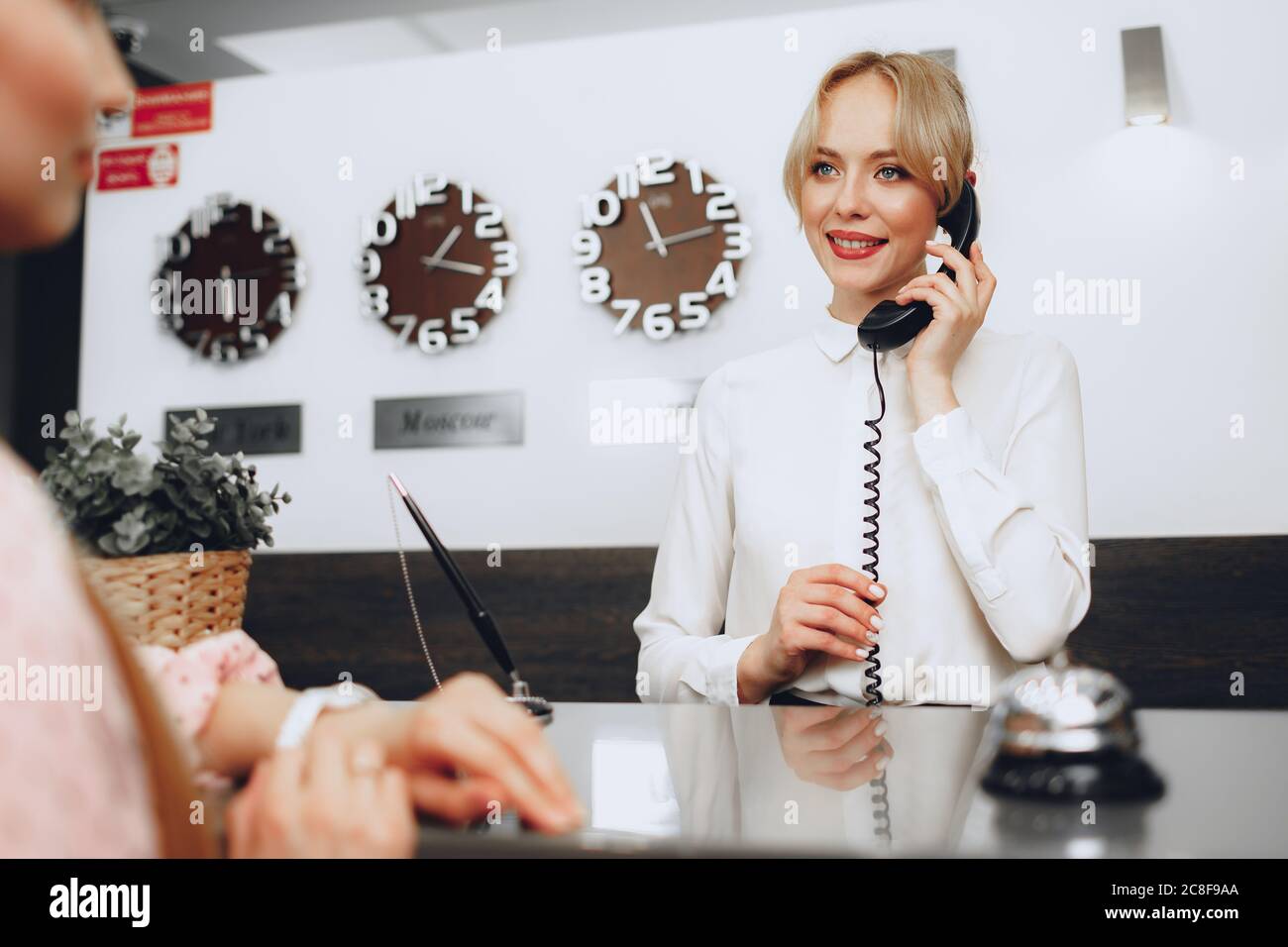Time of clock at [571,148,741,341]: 11:13
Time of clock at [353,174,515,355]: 1:16
